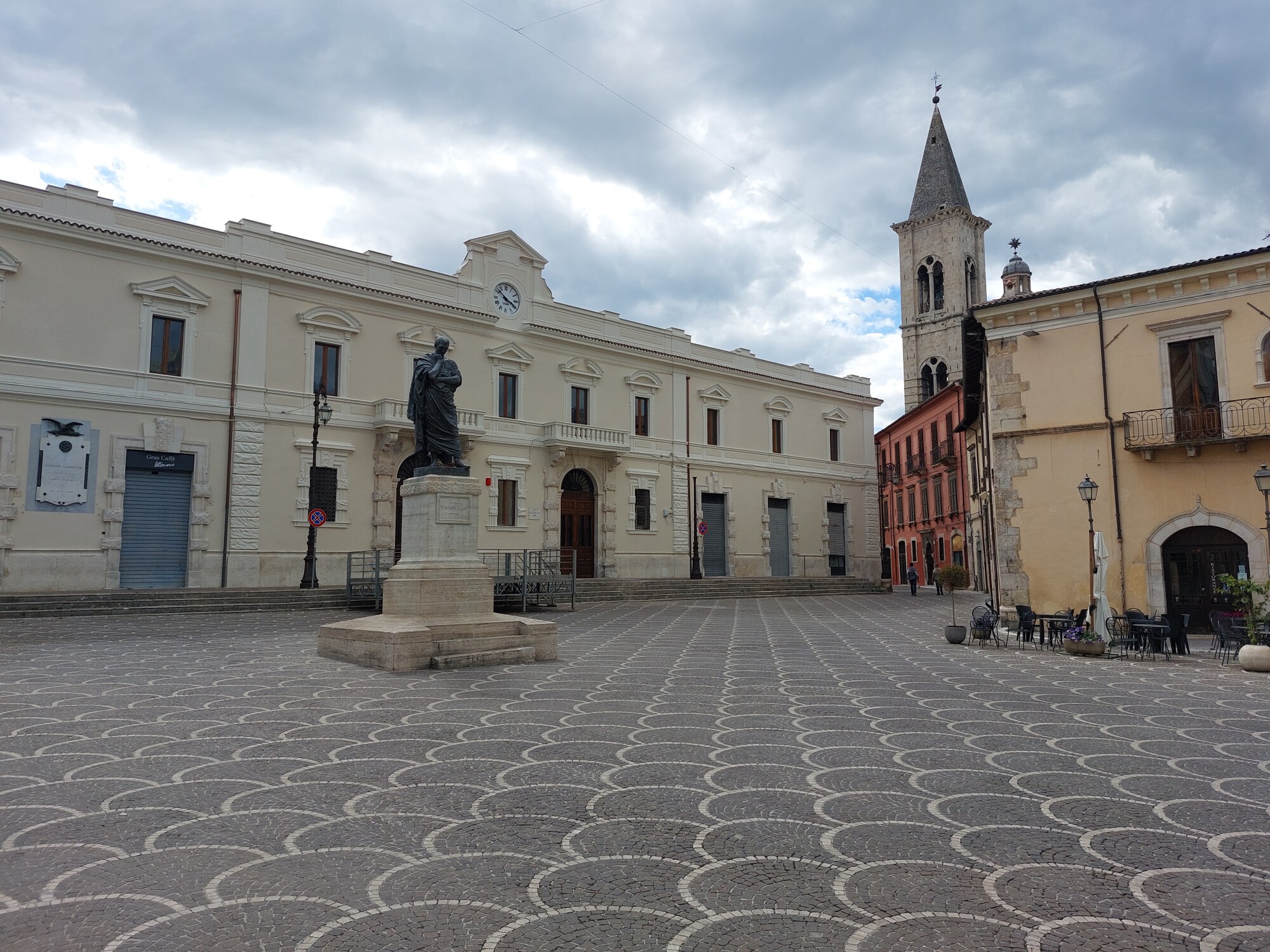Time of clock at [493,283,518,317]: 3:51
